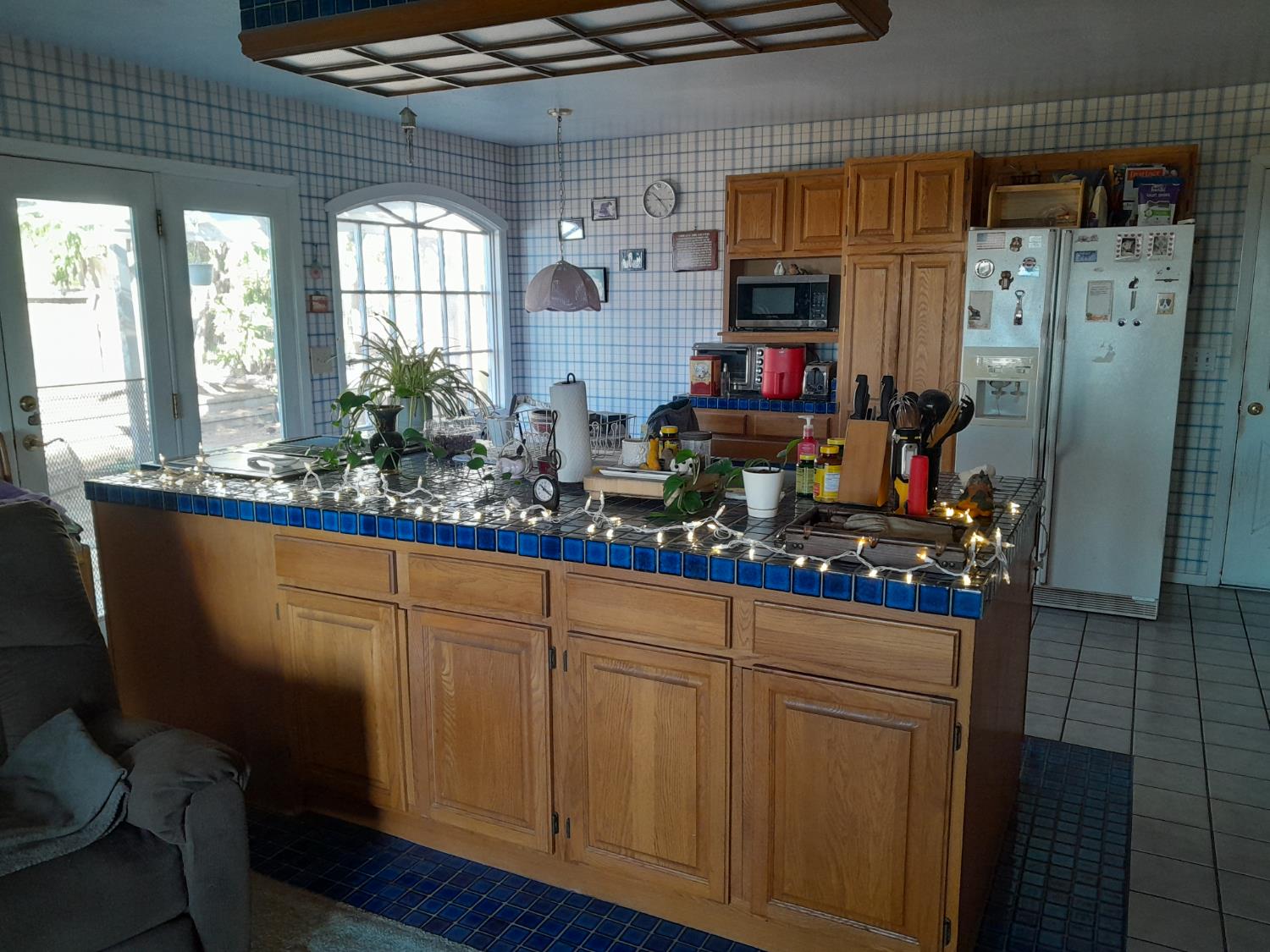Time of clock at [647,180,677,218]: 10:23
